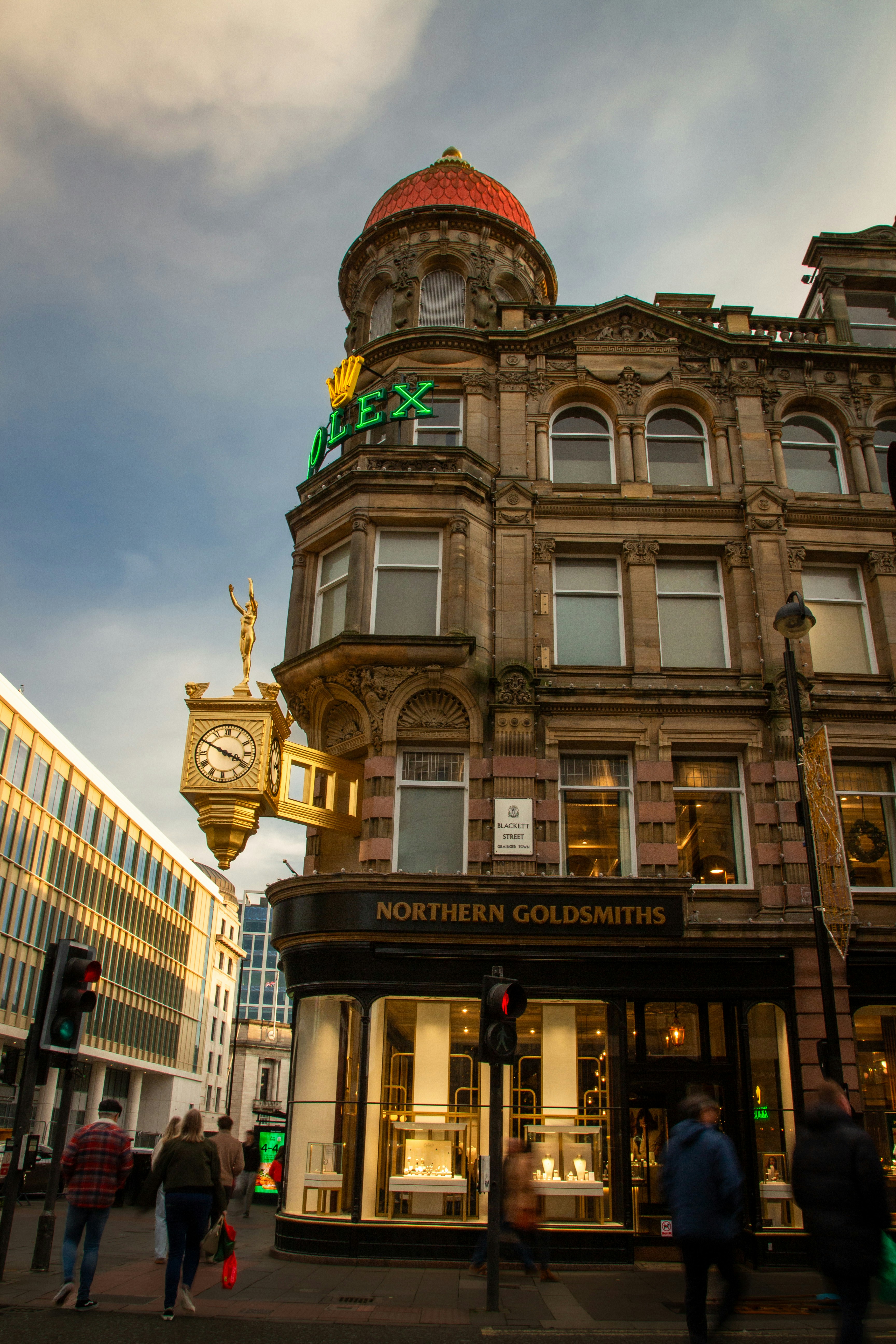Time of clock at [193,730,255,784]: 3:49
